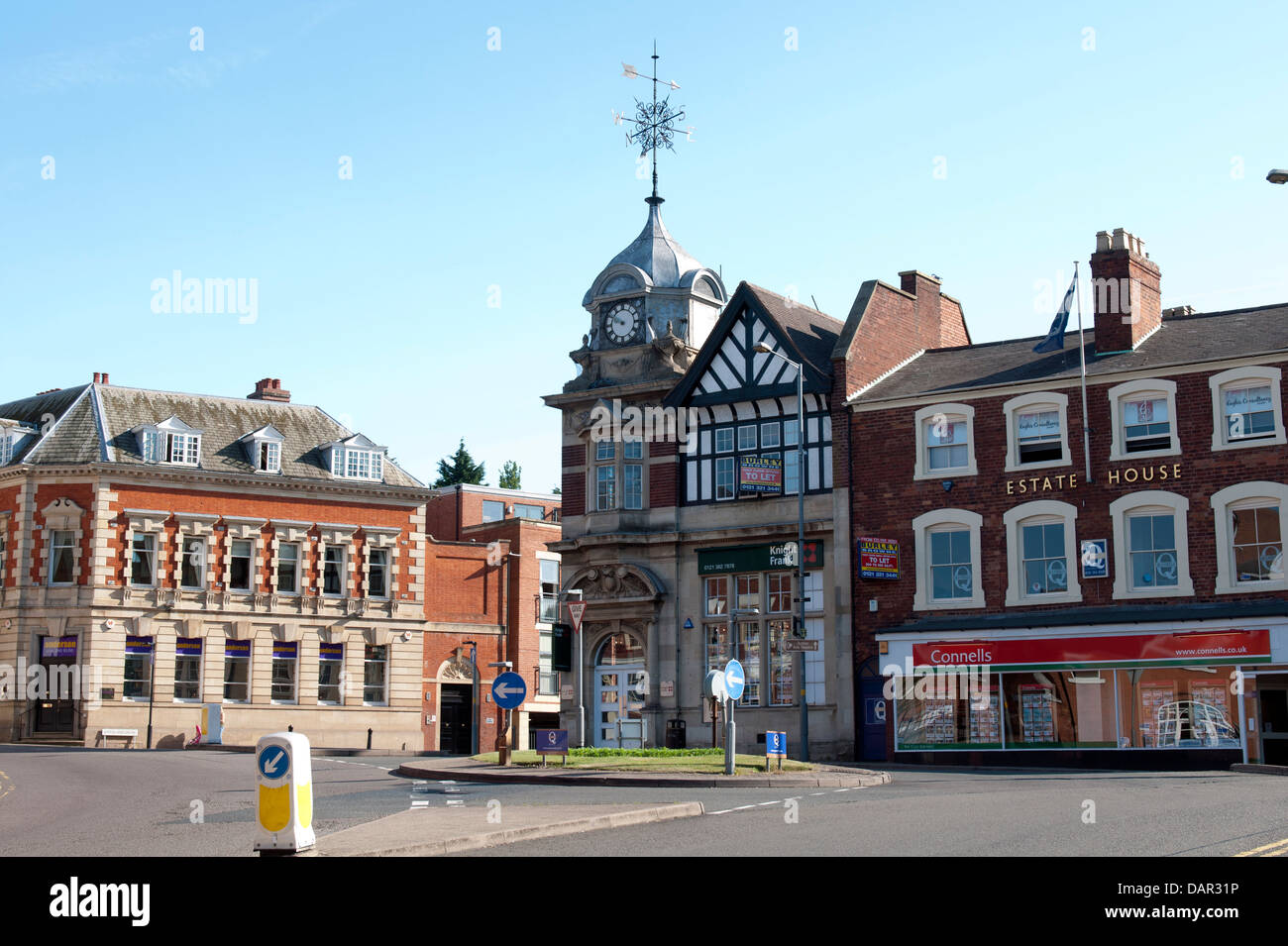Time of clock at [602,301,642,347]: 9:50
